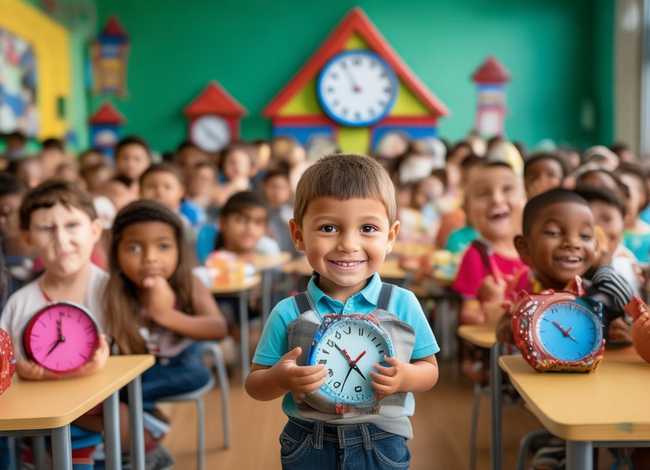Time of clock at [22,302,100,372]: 11:35
